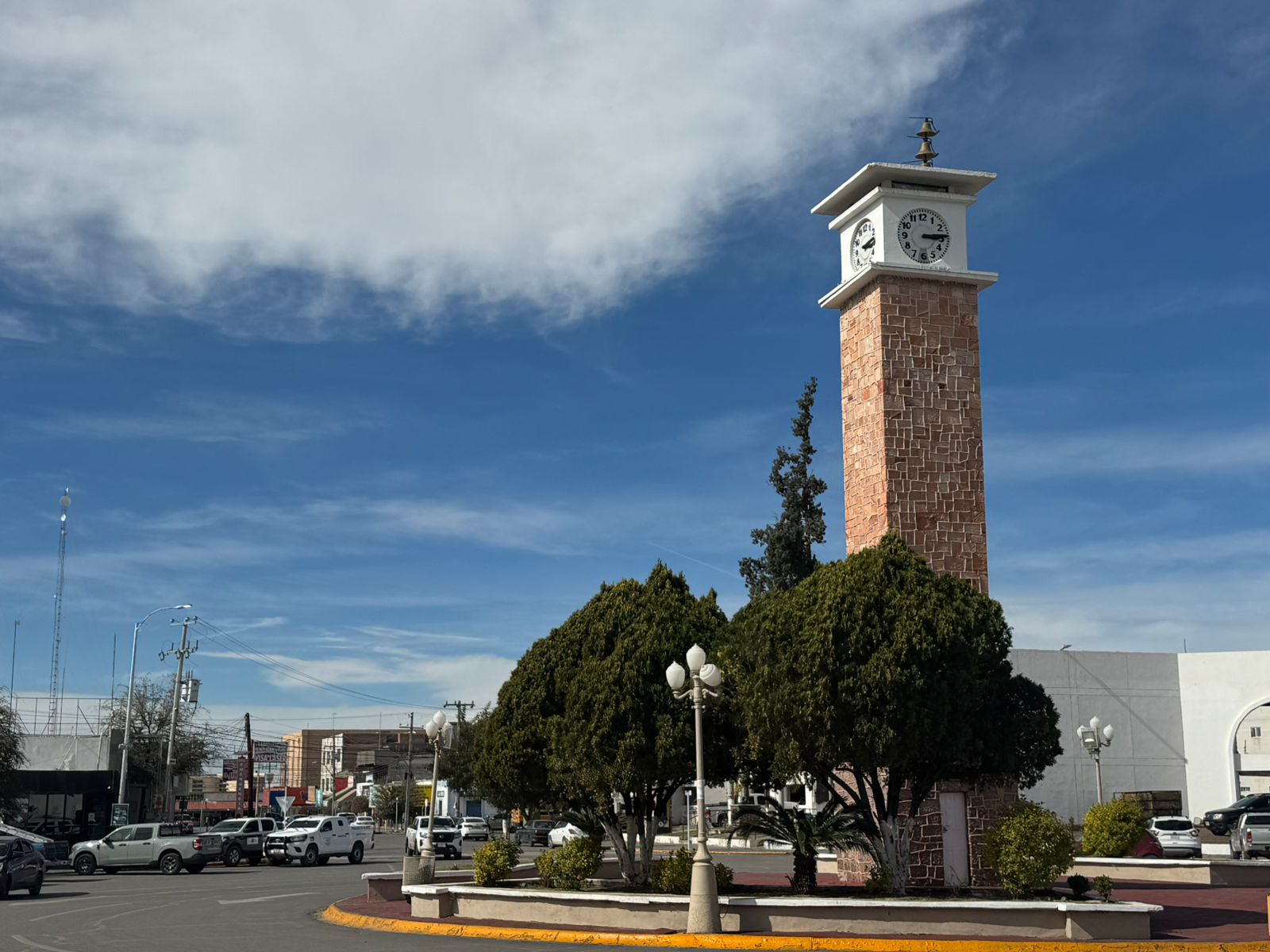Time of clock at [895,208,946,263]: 3:14
